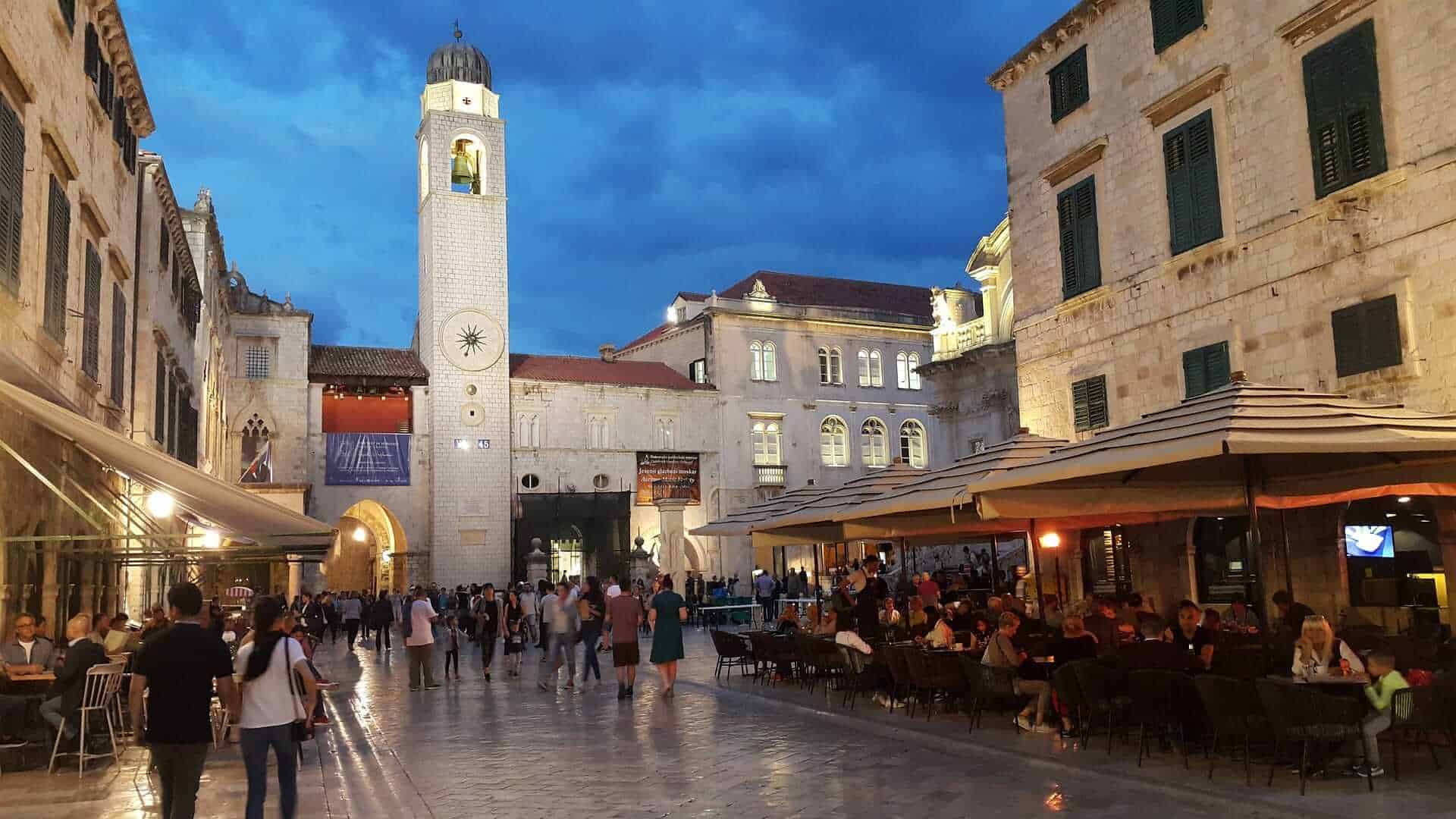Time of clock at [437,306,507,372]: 1:33
